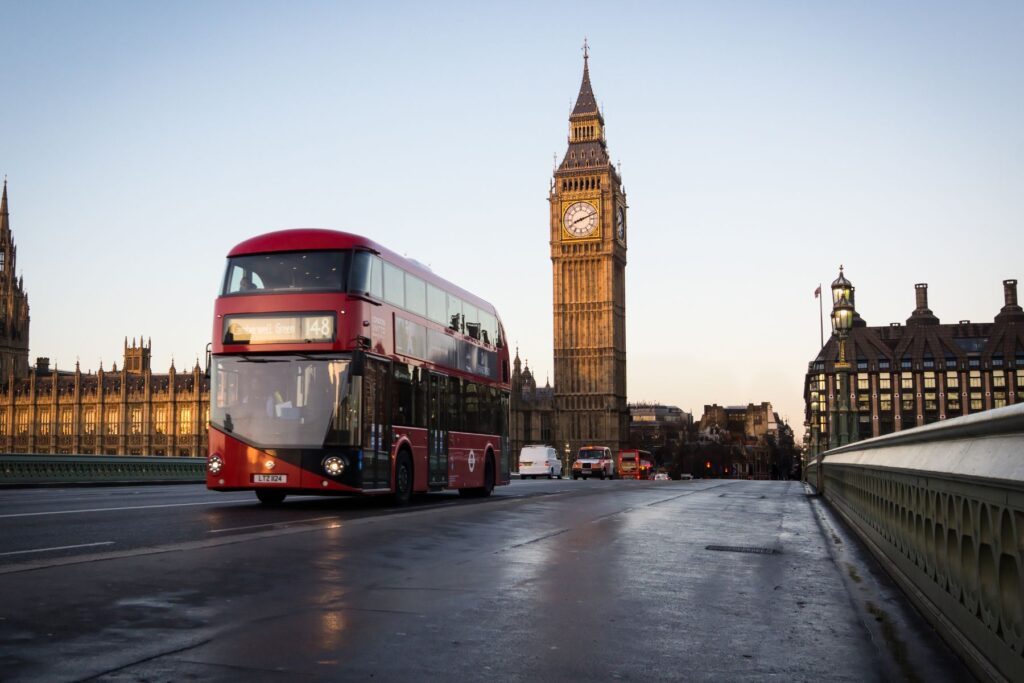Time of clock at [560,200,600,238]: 8:11
